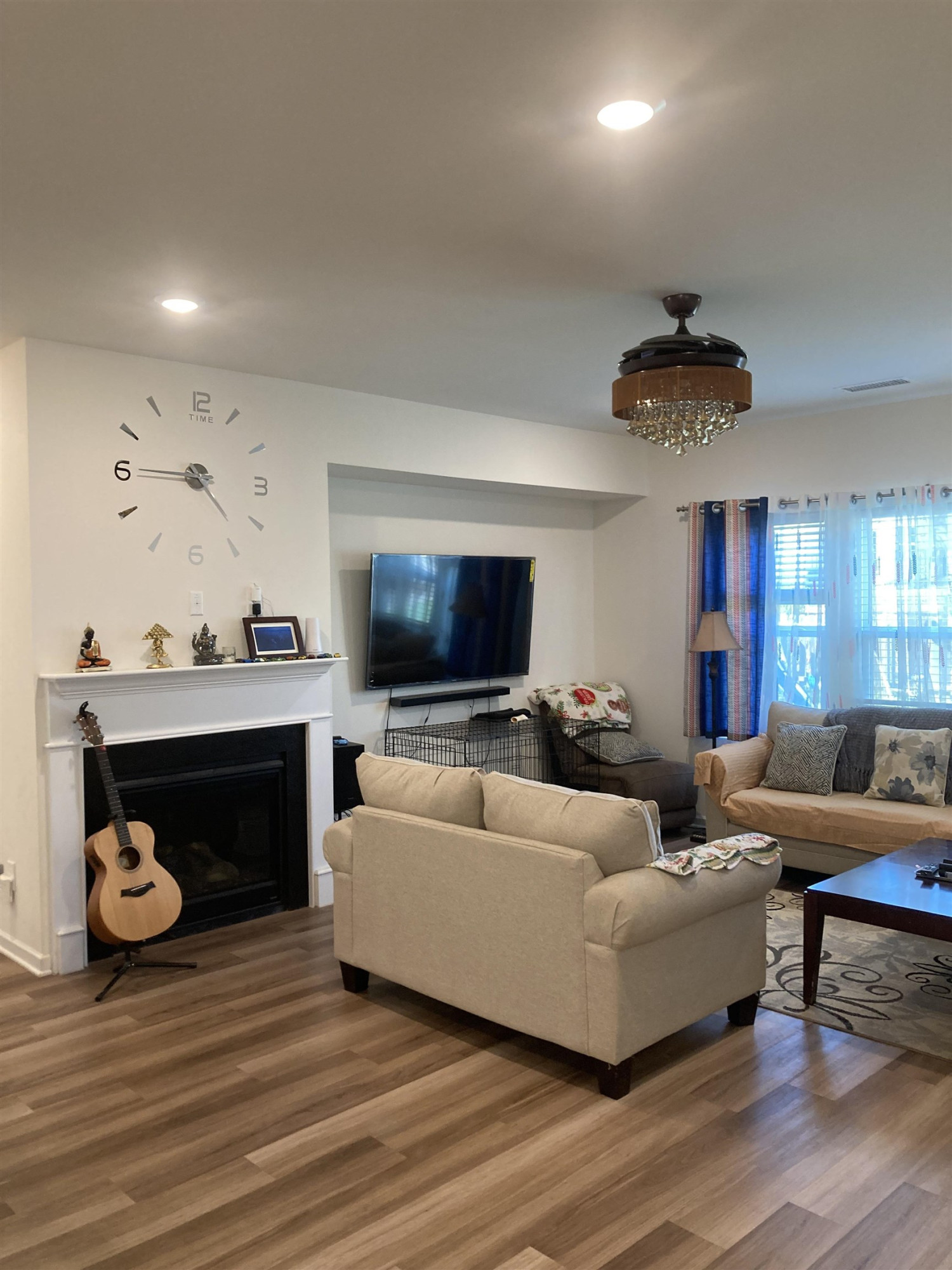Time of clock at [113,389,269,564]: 4:45
